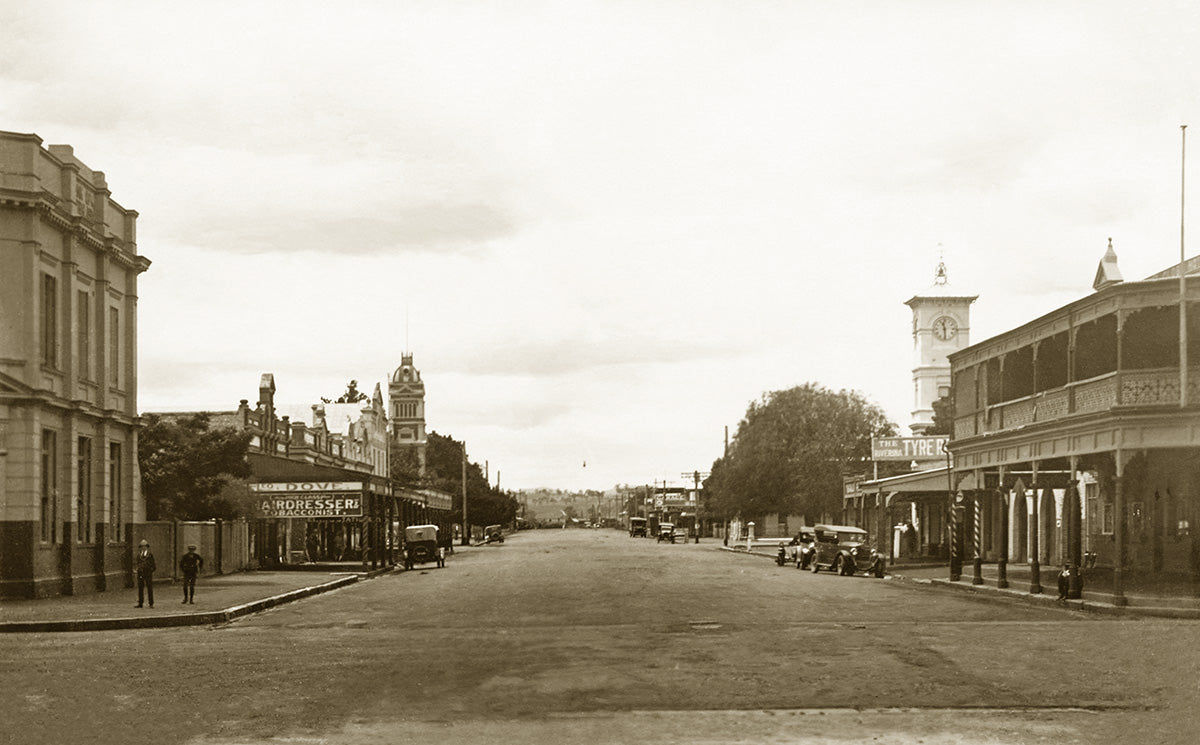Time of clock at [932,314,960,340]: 11:29
